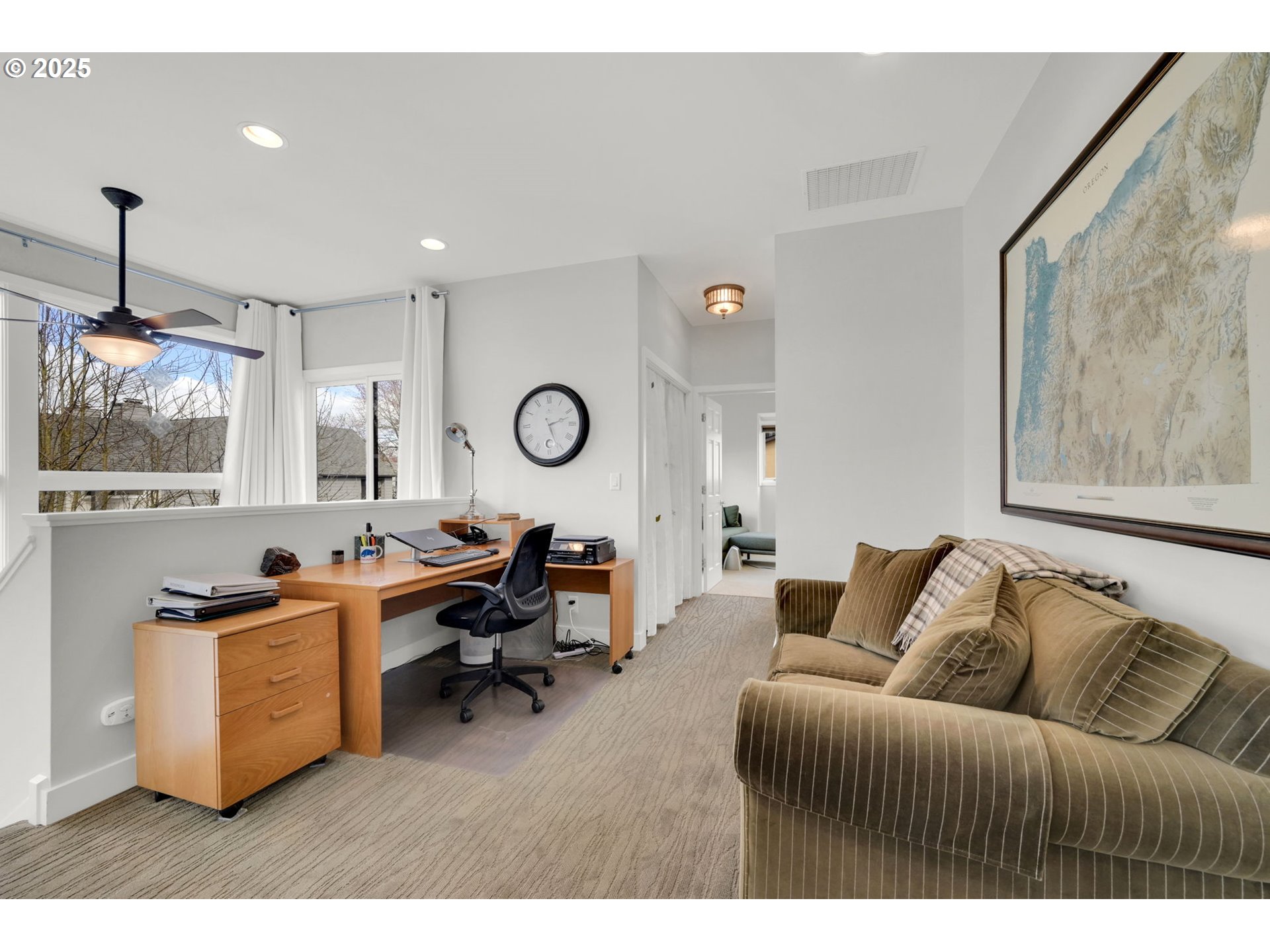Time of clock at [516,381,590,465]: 2:26
